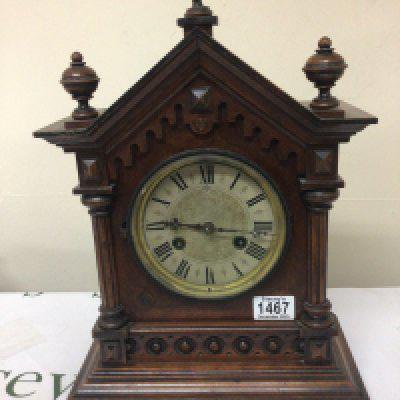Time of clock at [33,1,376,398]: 3:46
